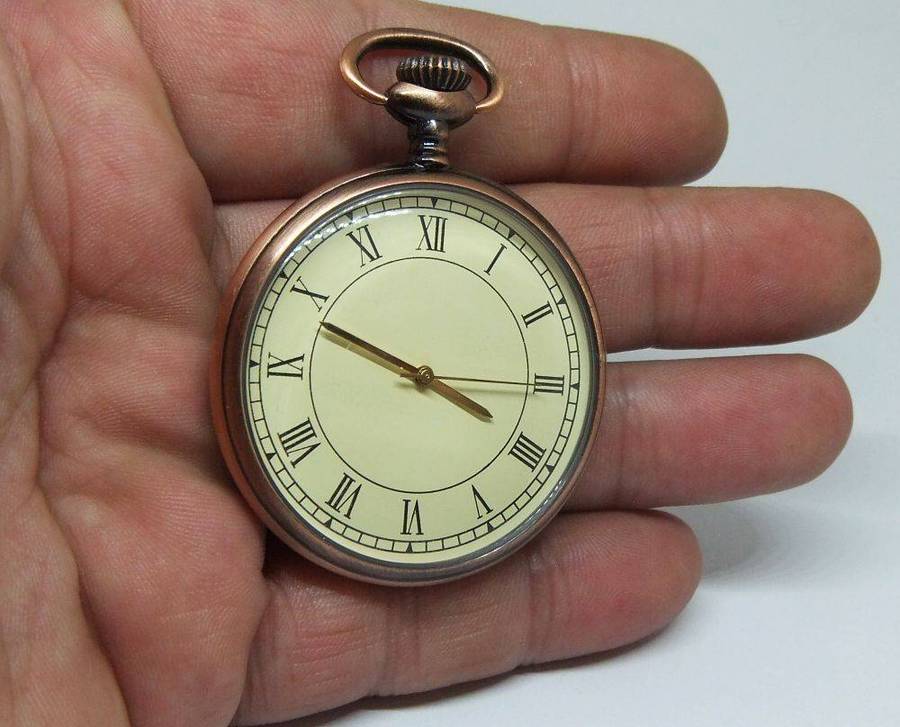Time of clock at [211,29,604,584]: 3:48
